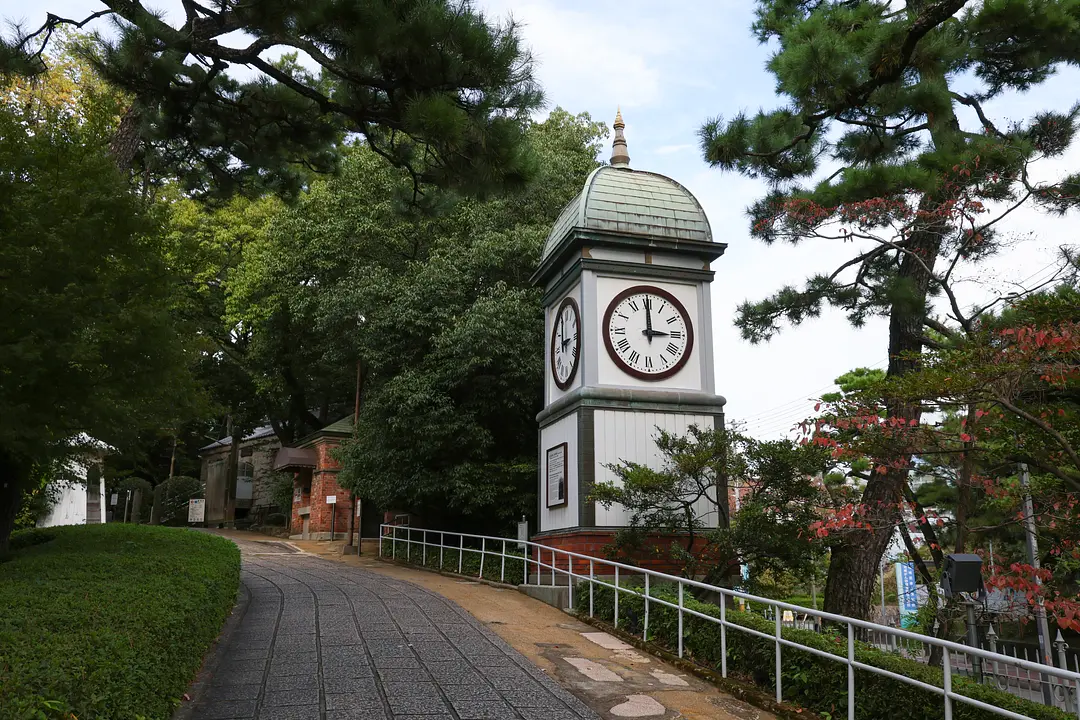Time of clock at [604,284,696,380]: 2:59
